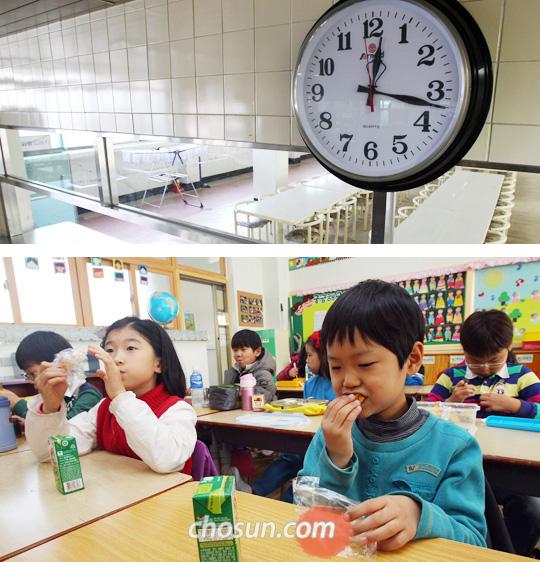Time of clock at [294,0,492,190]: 12:16
